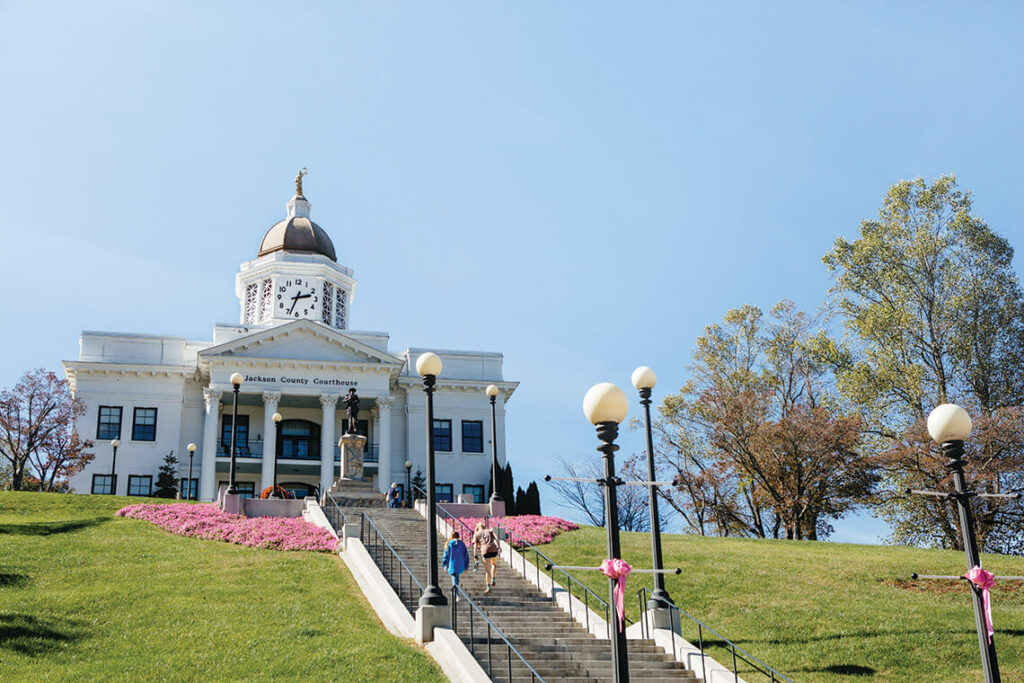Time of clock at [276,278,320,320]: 2:33
